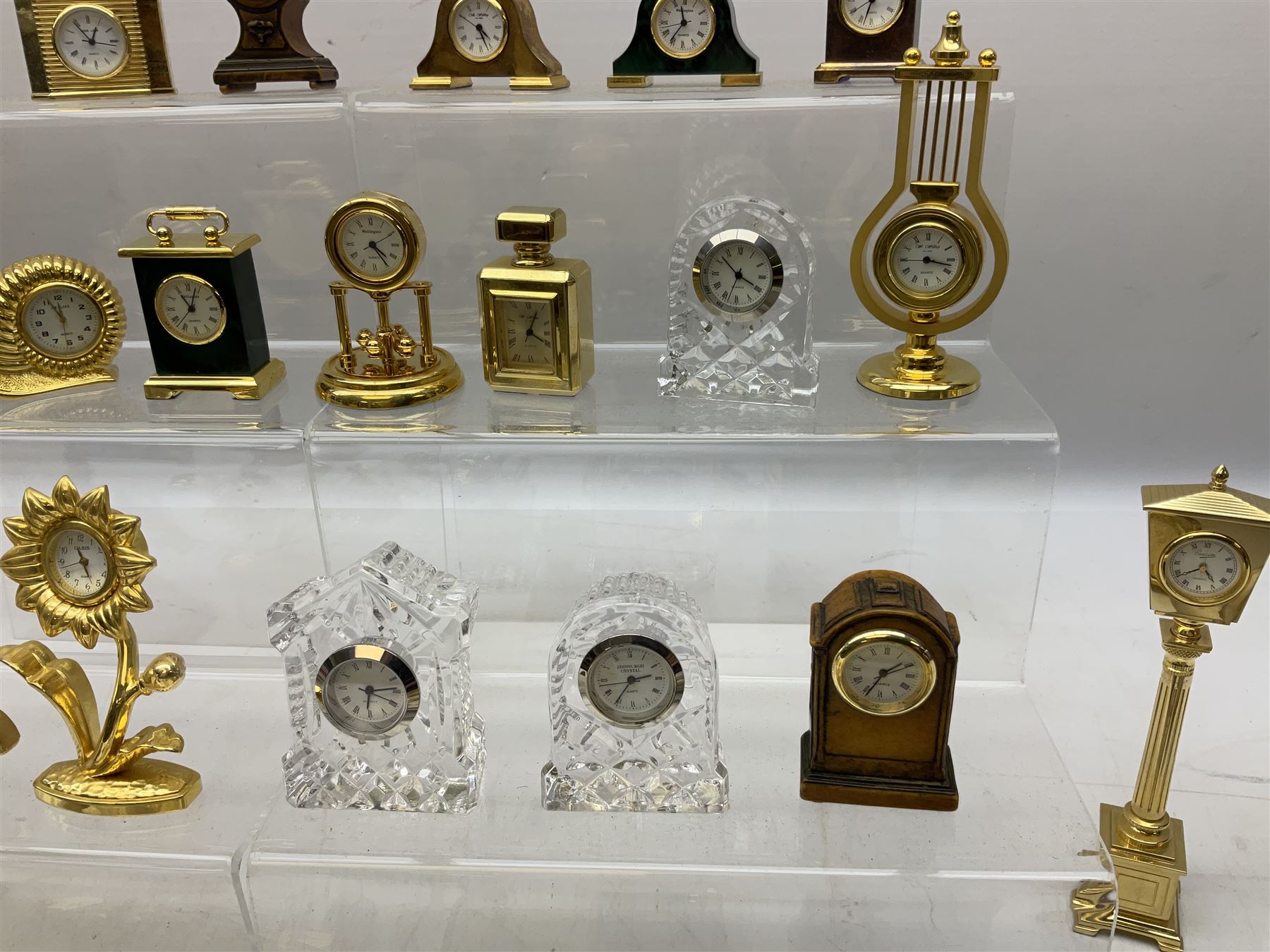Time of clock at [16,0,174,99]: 12:54
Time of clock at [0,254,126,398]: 11:55
